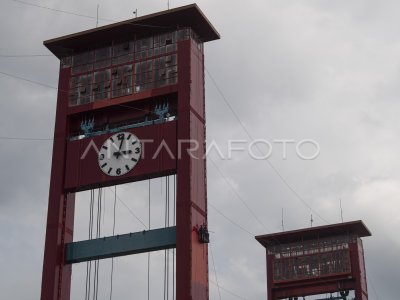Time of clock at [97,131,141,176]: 3:01
